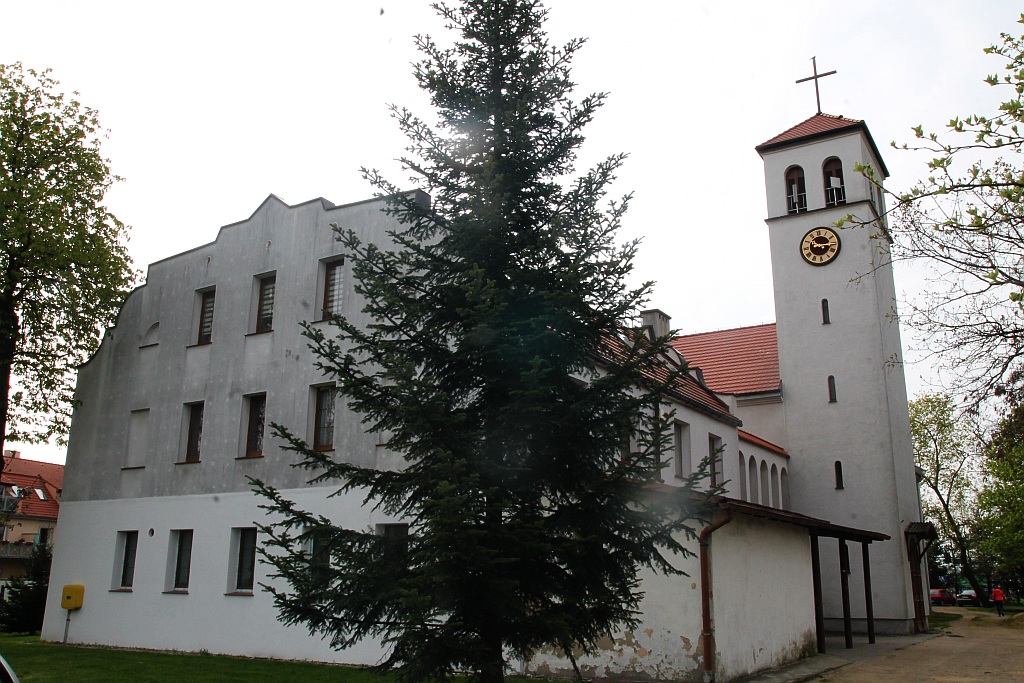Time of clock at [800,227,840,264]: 10:15
